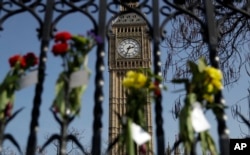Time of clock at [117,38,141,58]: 2:33
